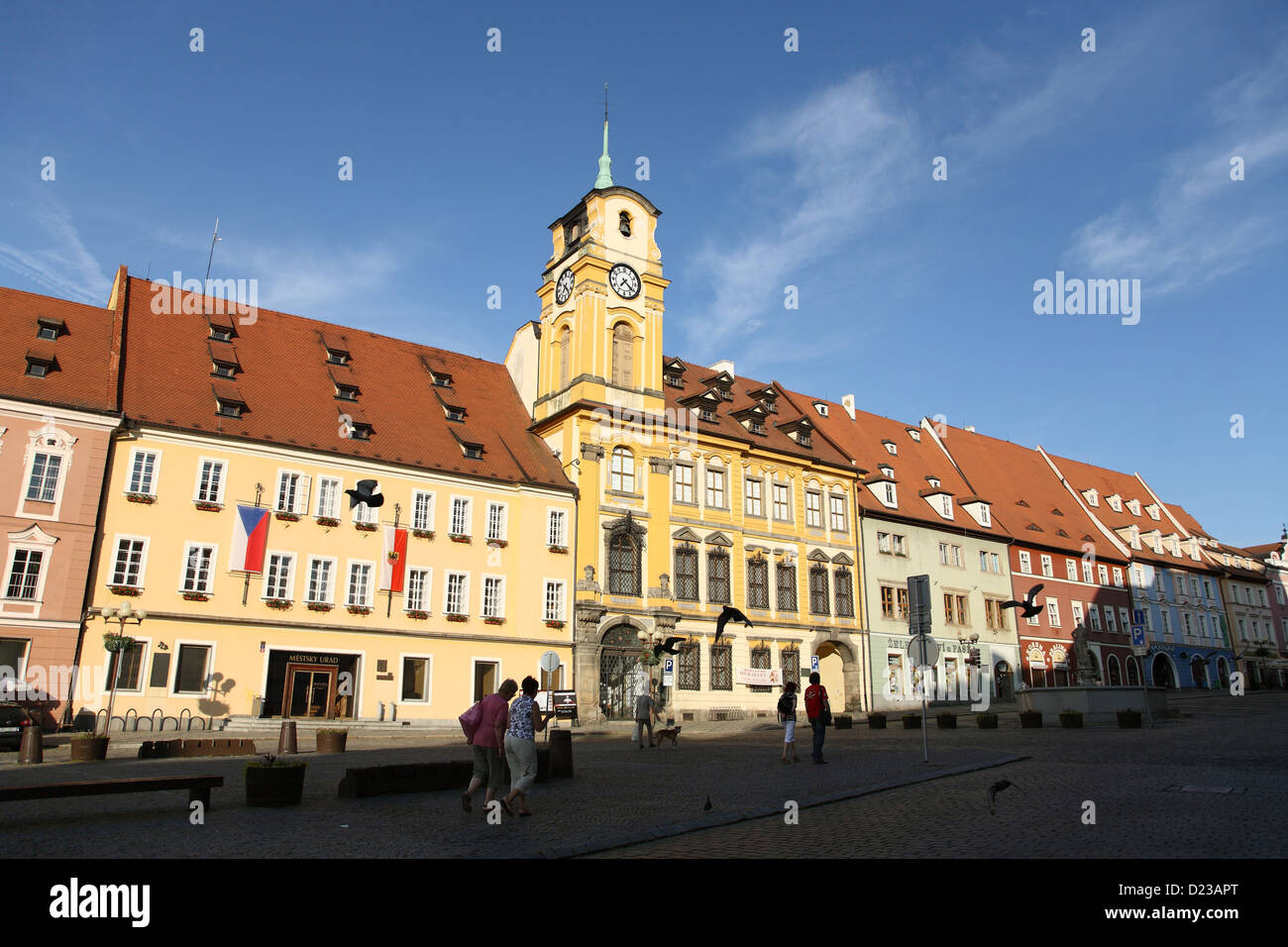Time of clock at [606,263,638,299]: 7:21
